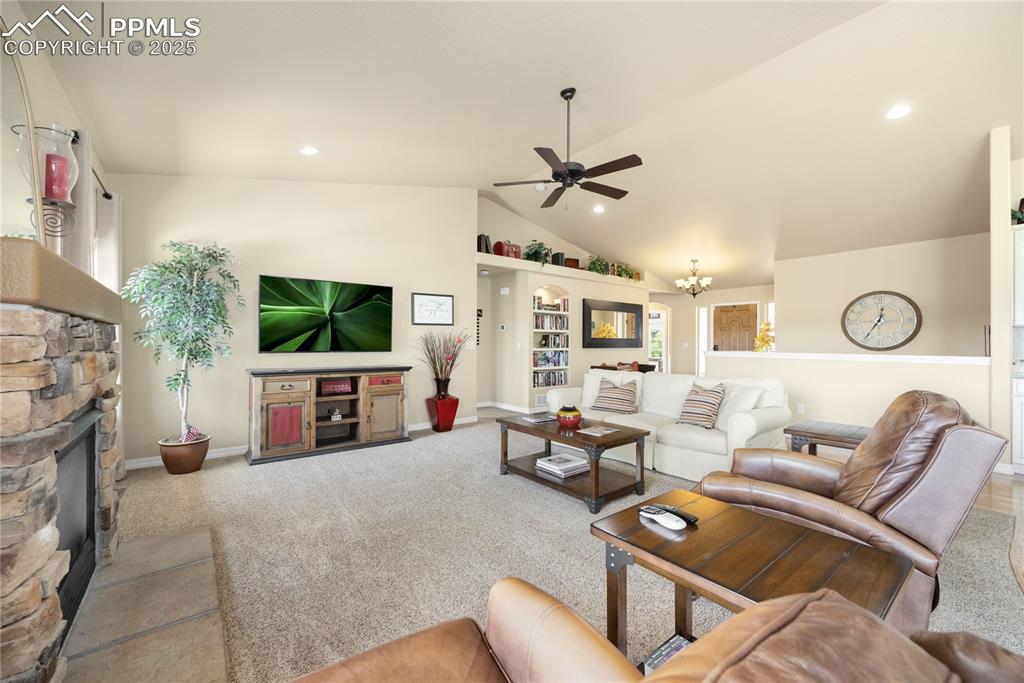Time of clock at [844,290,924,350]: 12:35
